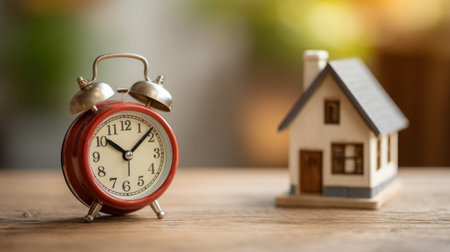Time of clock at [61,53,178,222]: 10:07
